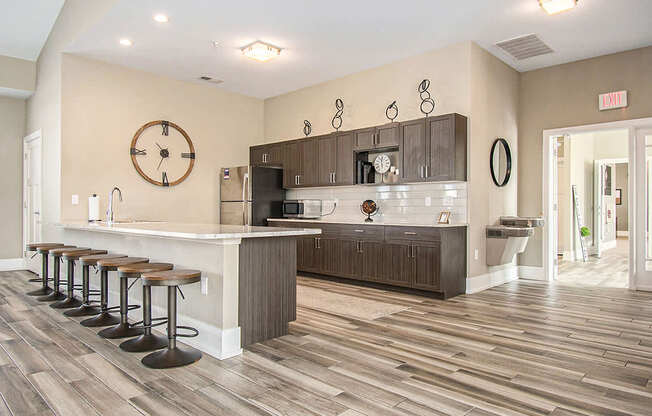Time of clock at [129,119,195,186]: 10:33
